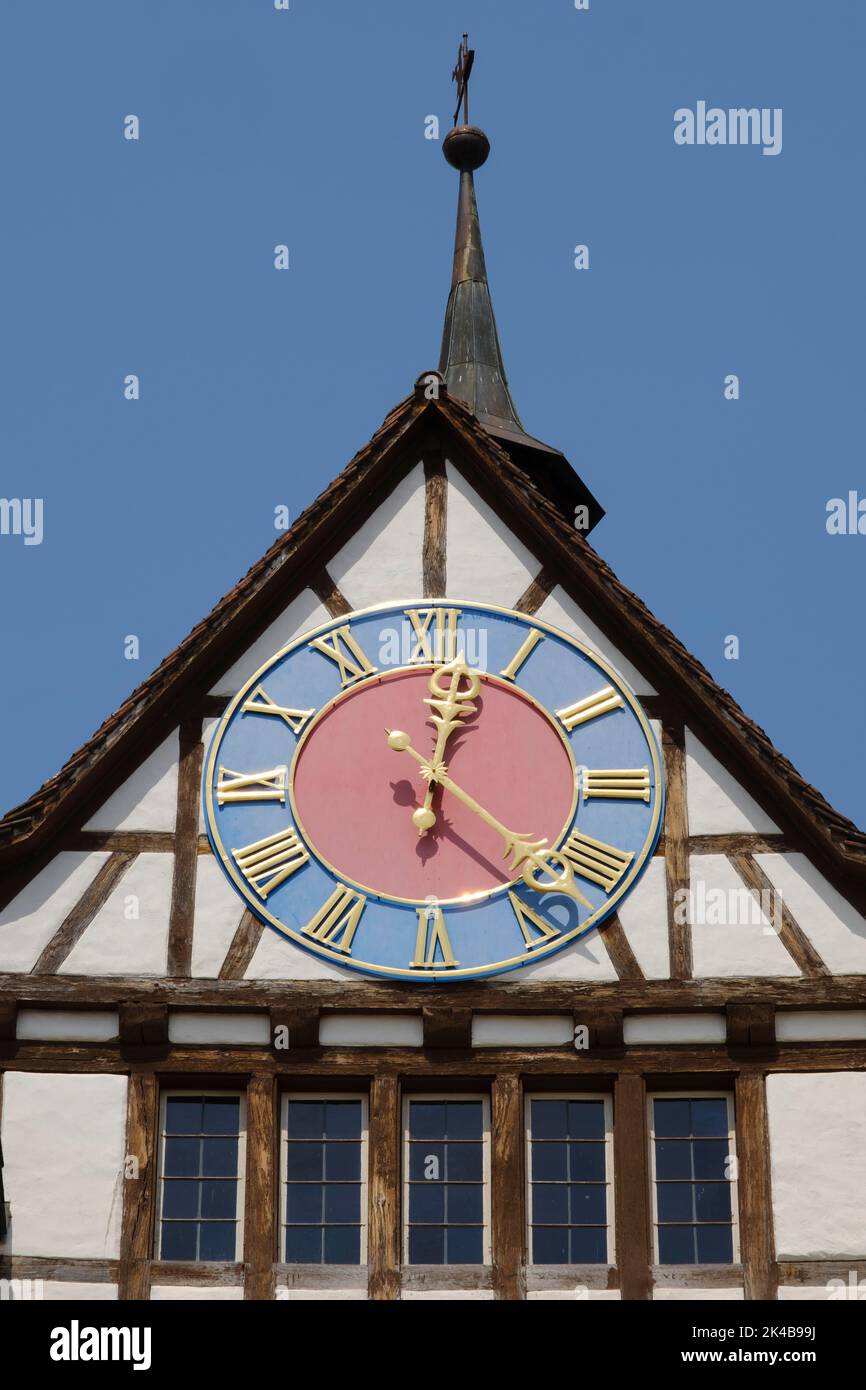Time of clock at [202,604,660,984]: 12:23
